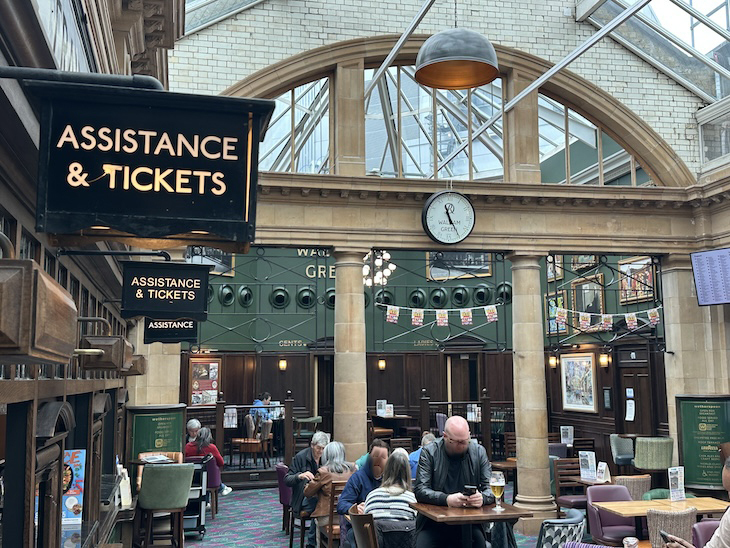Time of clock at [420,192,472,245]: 11:25
